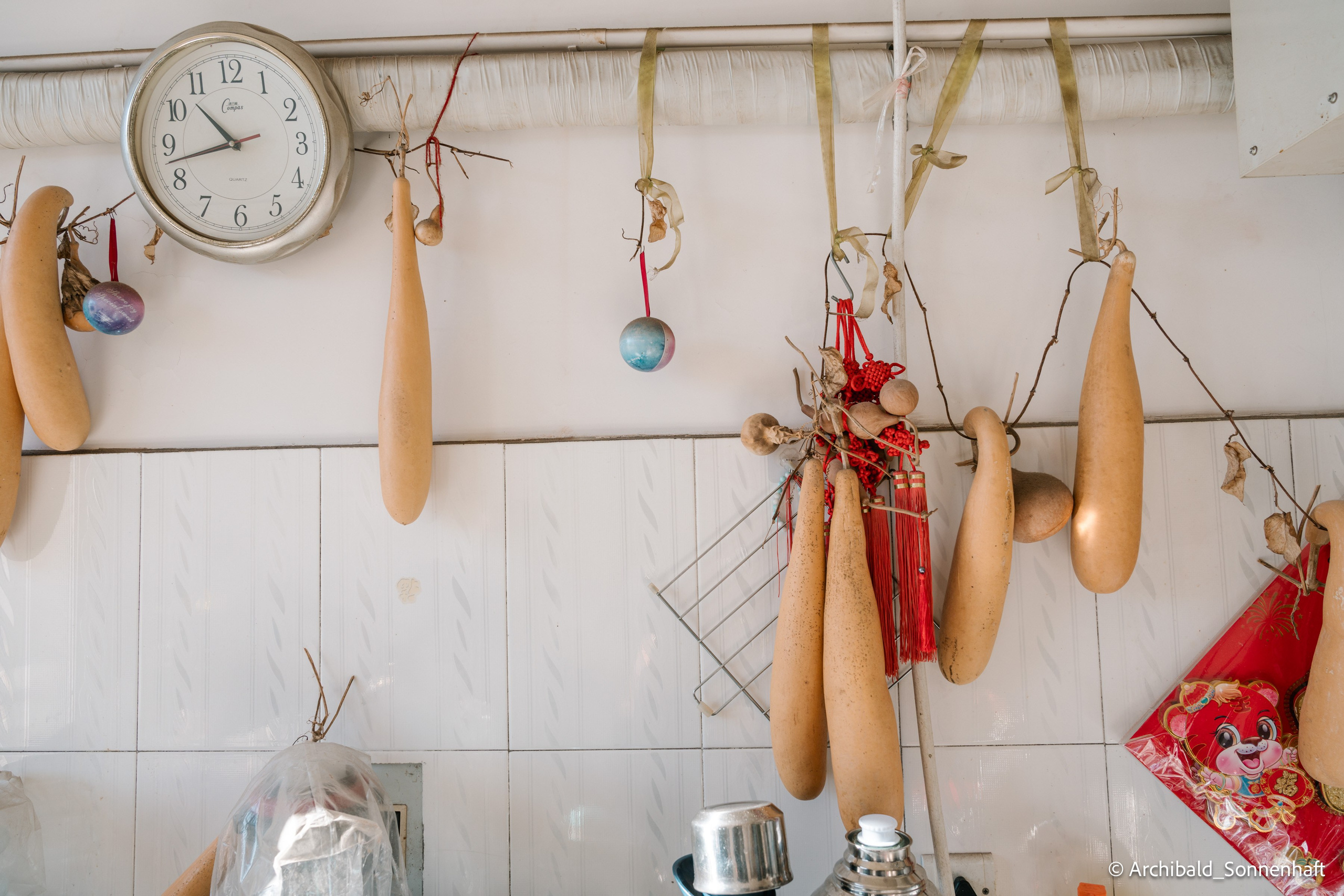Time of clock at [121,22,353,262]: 10:42
